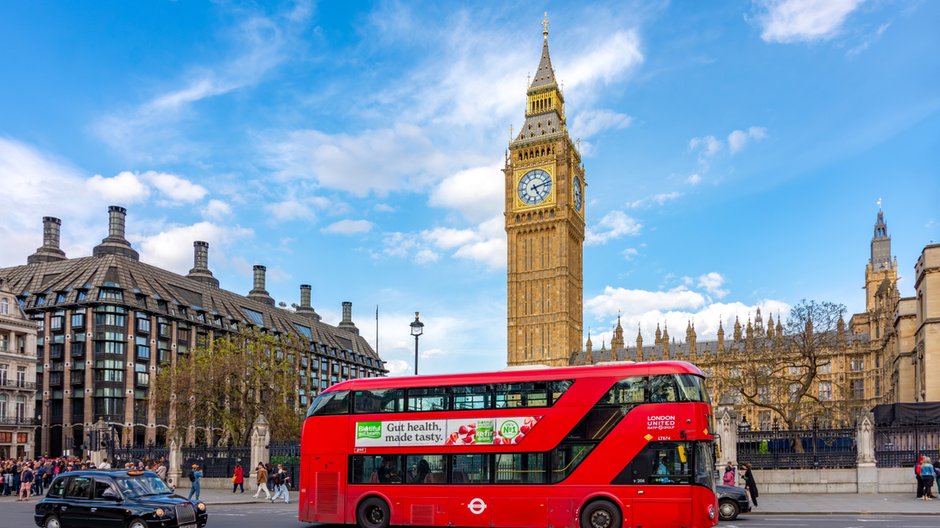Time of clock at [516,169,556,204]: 5:12
